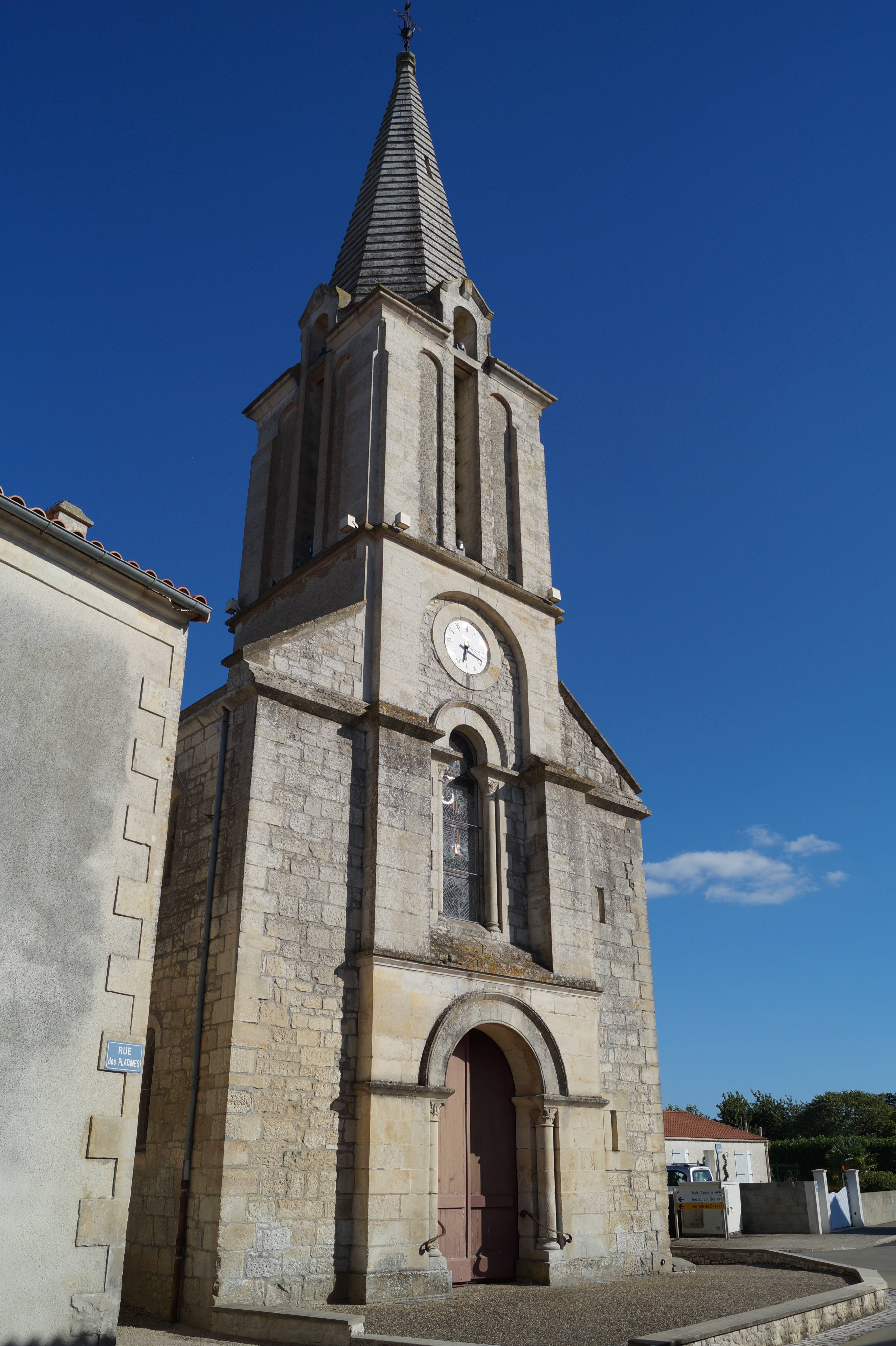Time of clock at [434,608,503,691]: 6:18
